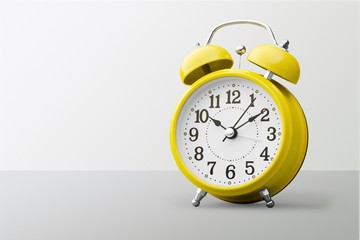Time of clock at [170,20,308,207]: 10:09
